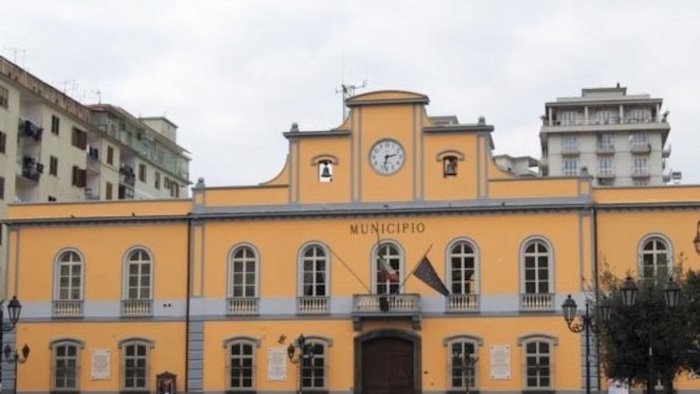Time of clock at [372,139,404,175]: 2:32
